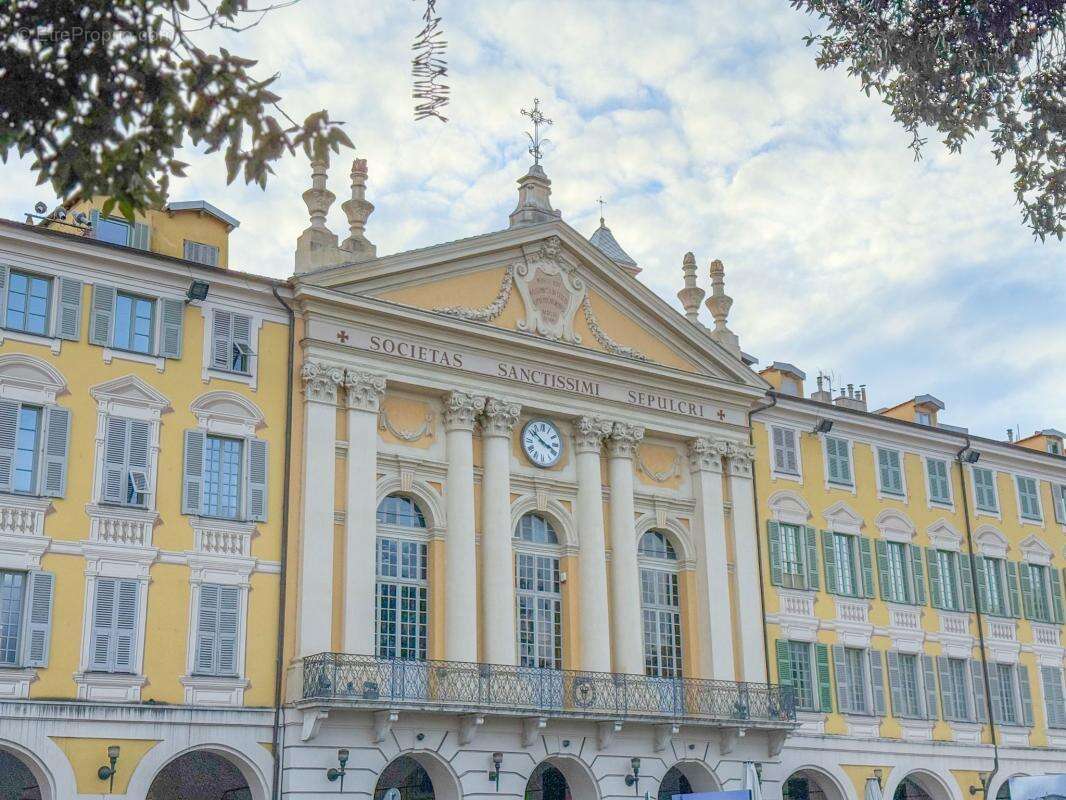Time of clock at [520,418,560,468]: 3:51
